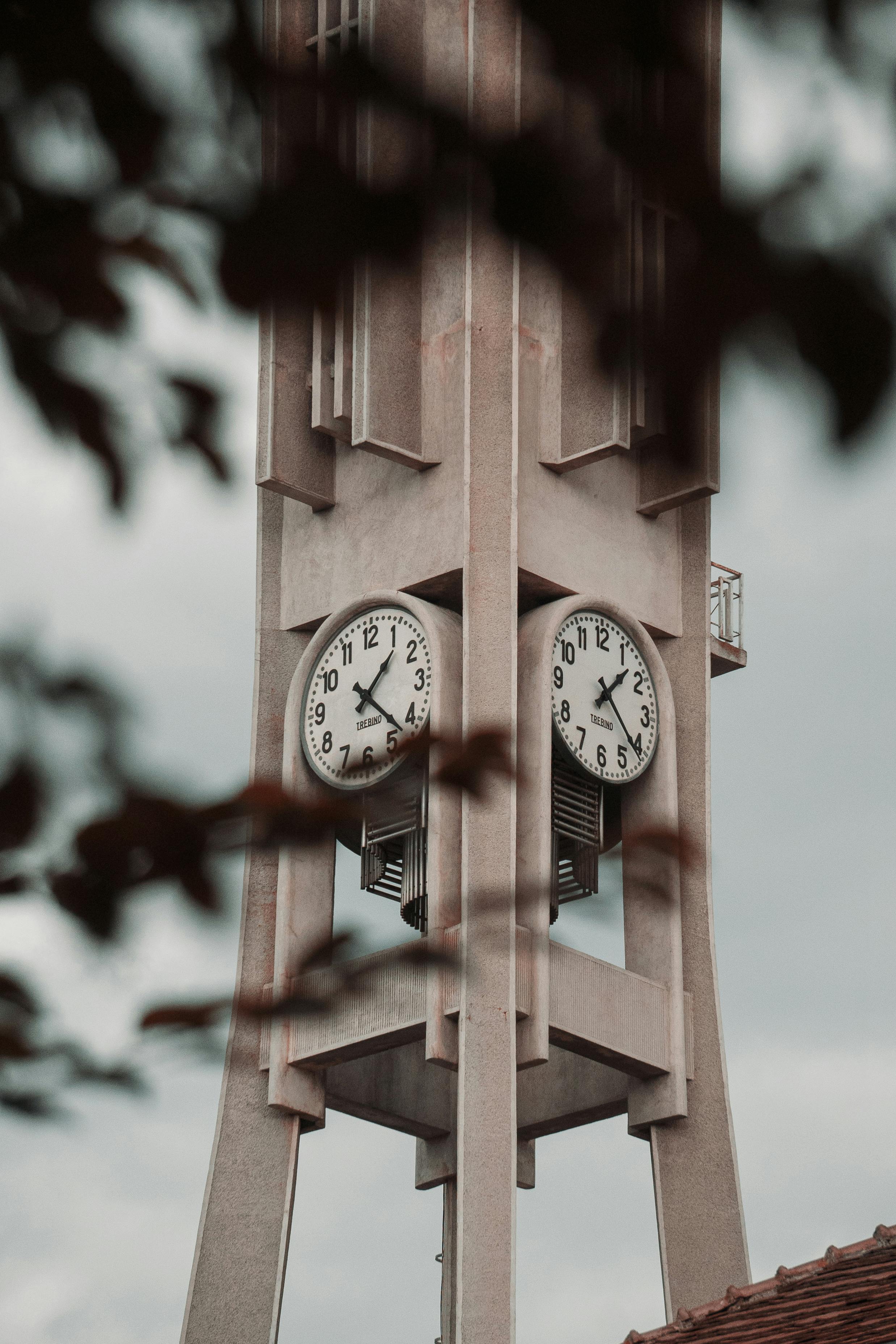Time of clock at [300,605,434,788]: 1:22
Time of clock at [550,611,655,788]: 1:21
